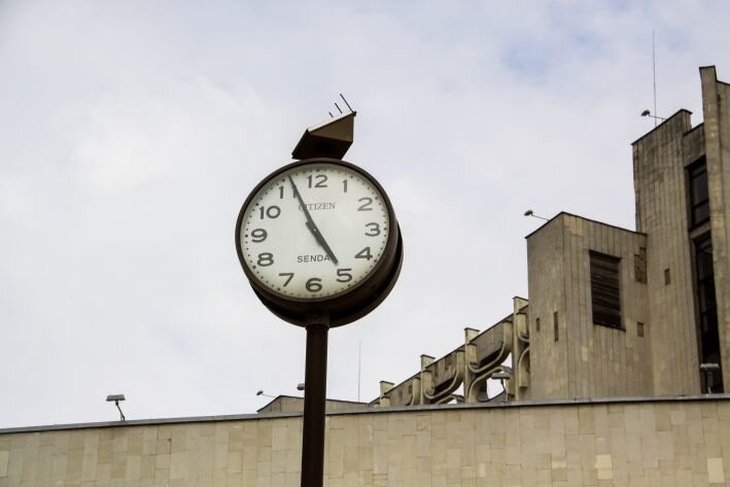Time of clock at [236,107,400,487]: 4:56
